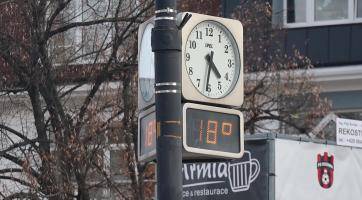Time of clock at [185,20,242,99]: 4:31
